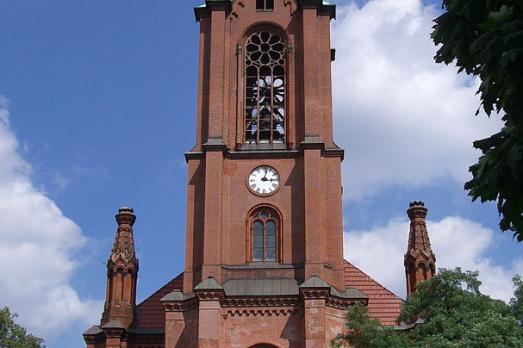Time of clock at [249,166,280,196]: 3:02
